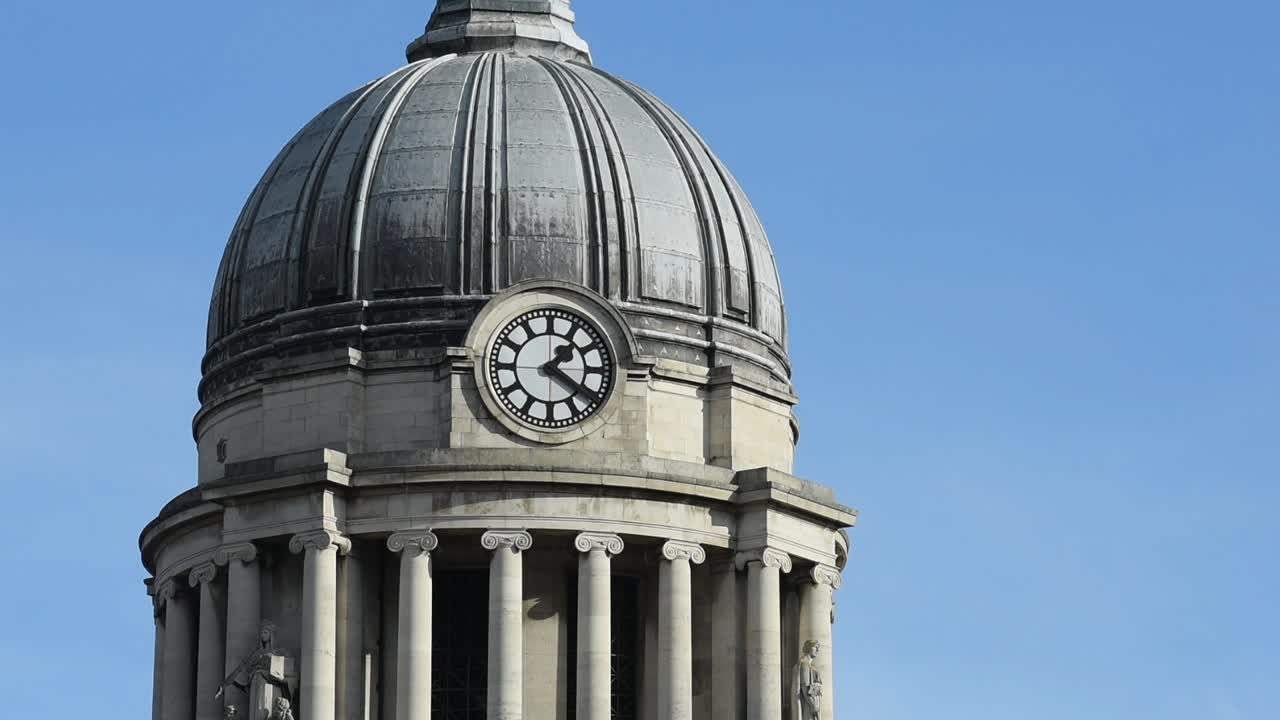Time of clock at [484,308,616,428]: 1:20
